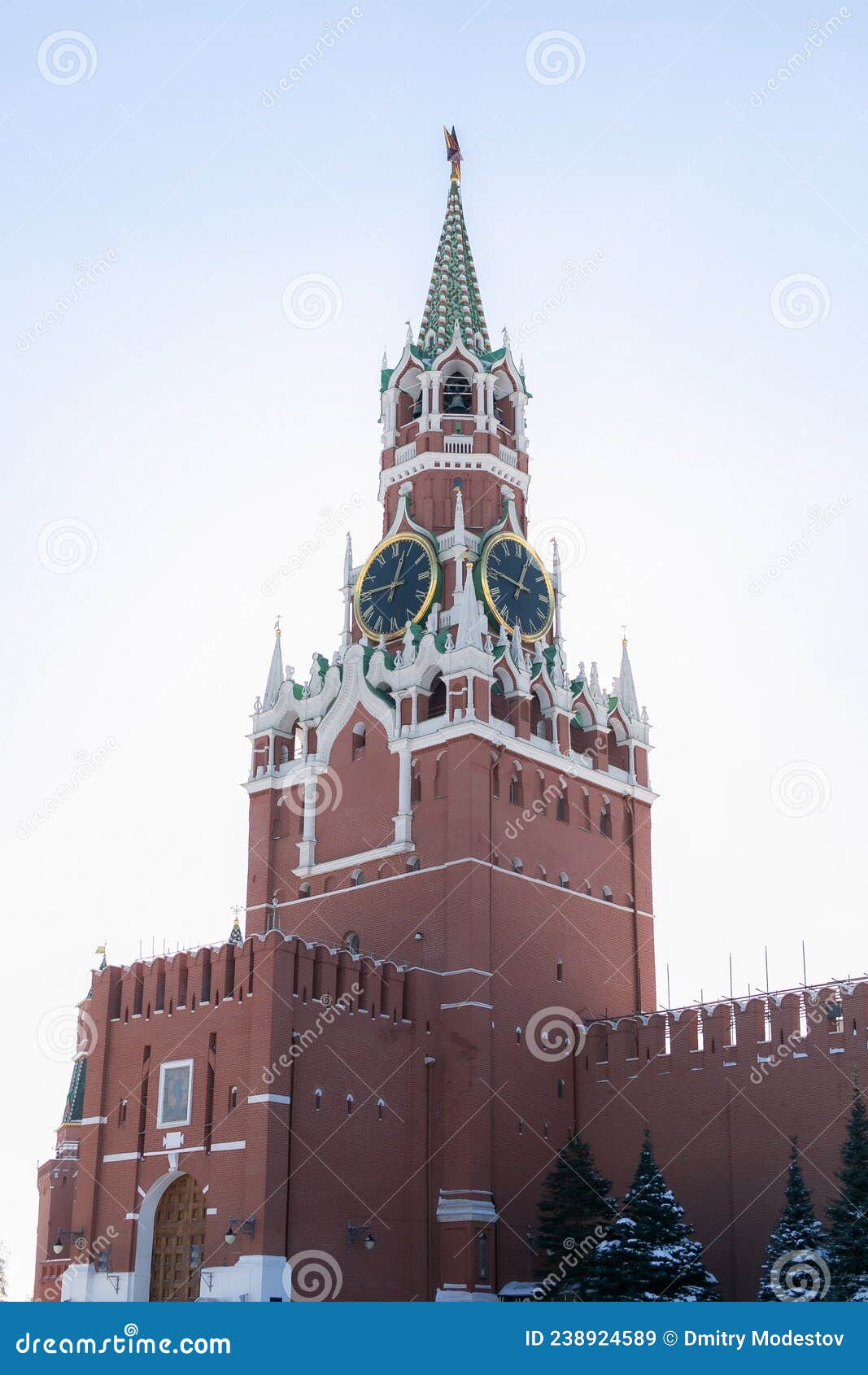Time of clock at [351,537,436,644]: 12:45
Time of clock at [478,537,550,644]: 12:46
